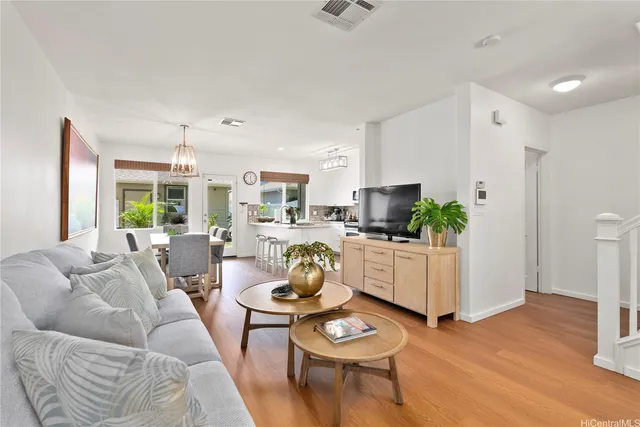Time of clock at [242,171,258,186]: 12:26
